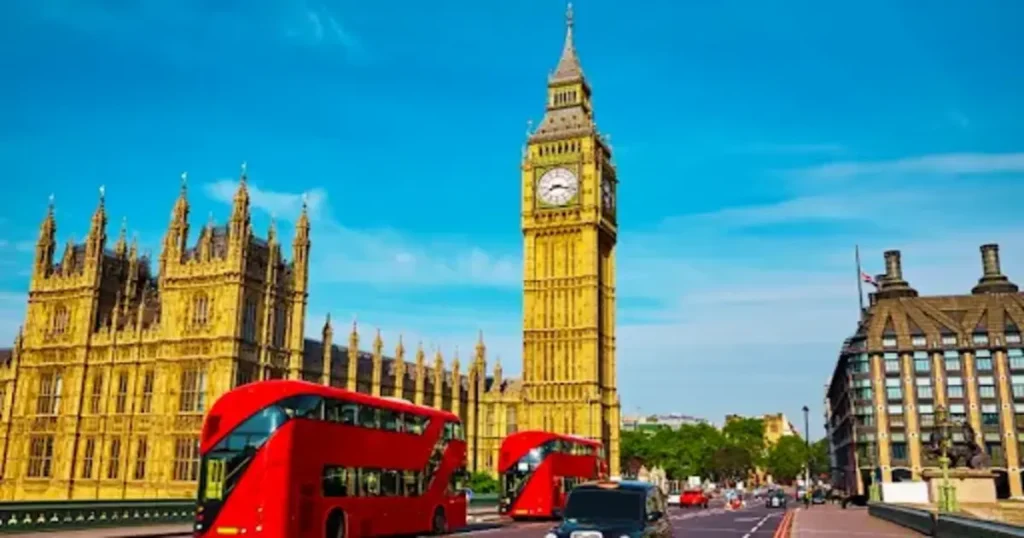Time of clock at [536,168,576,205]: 8:17
